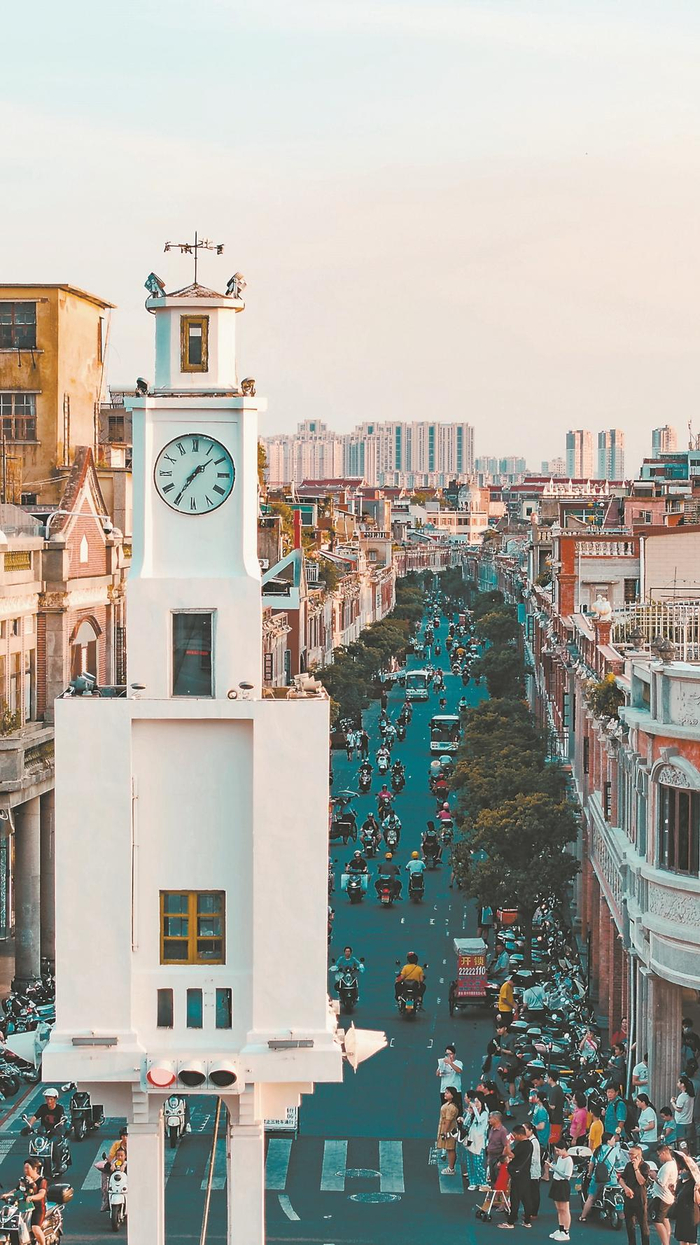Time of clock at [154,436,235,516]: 1:35
